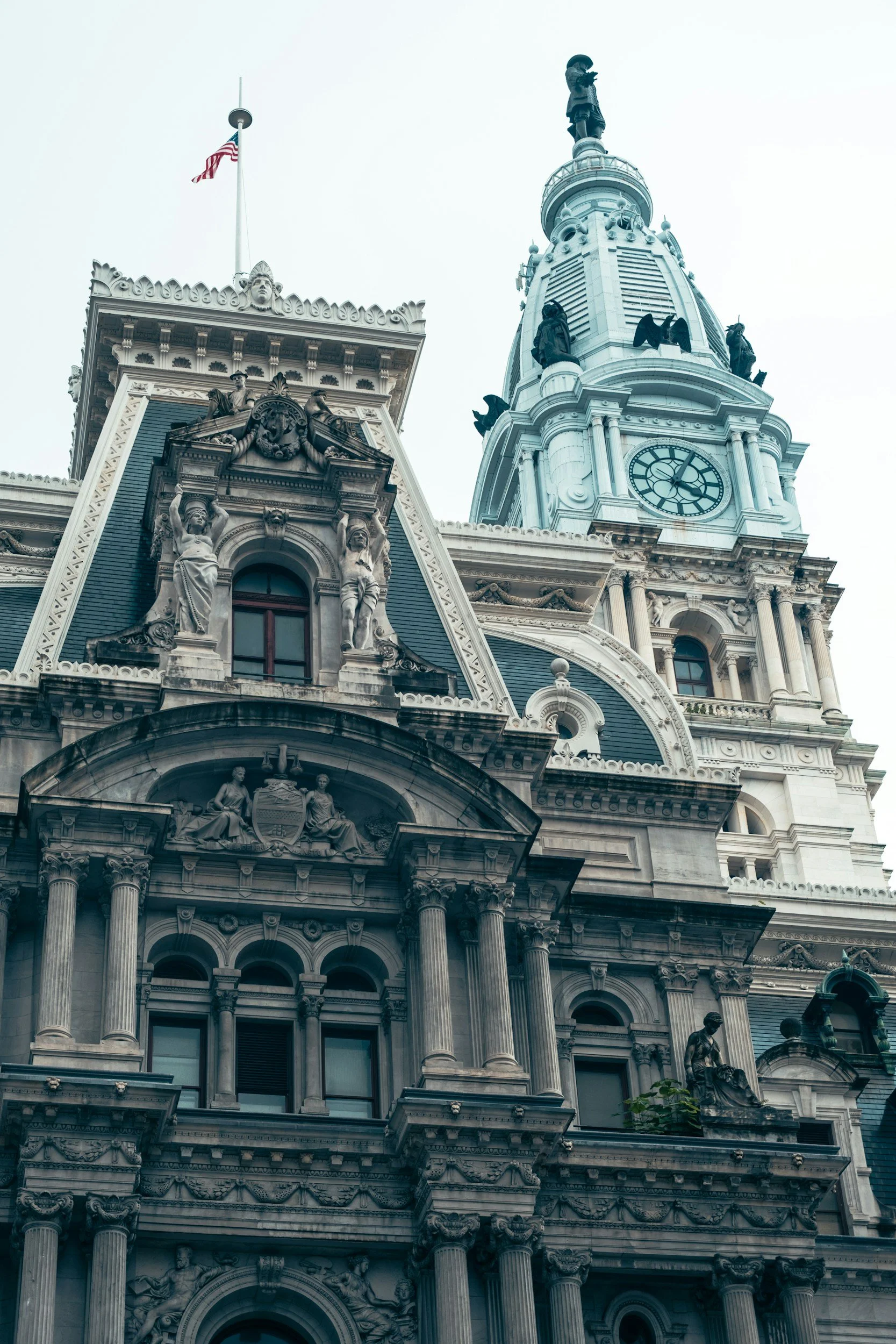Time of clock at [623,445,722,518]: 4:03
